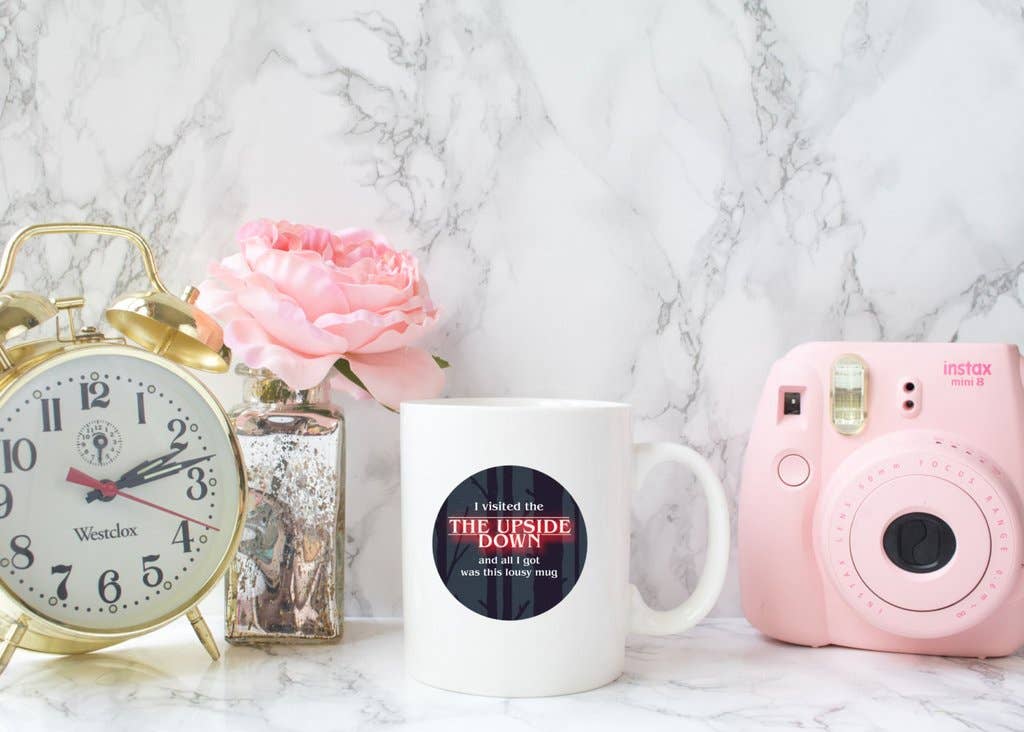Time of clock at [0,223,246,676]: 2:12
